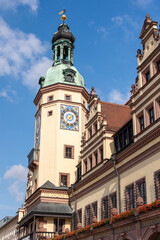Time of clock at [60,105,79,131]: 1:37
